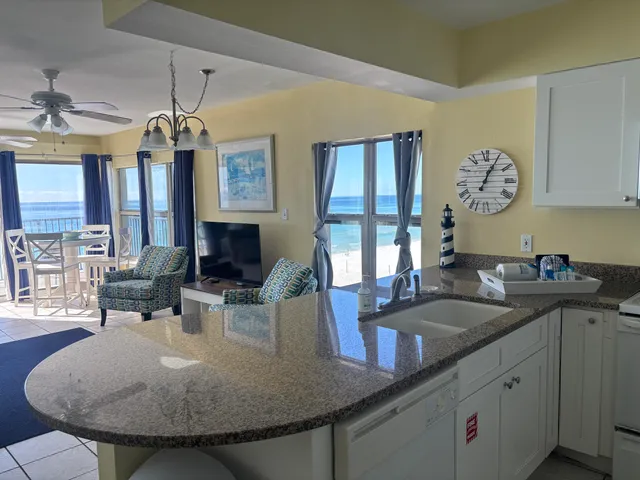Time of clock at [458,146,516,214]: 1:04
